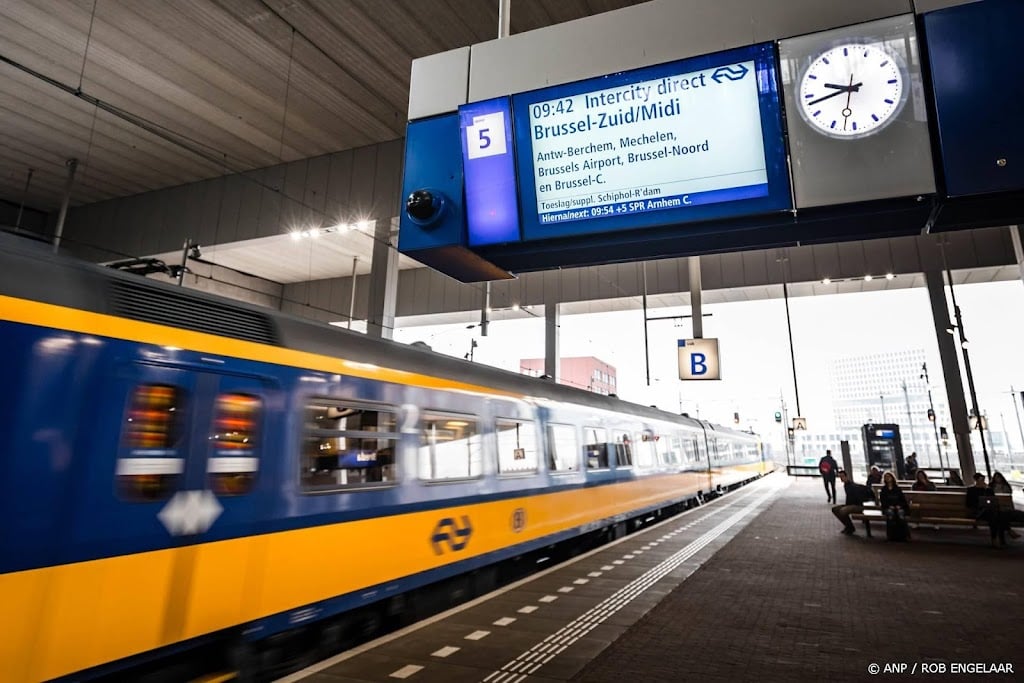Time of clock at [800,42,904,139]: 9:43
